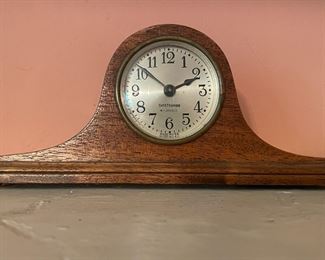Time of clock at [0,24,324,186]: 1:51
